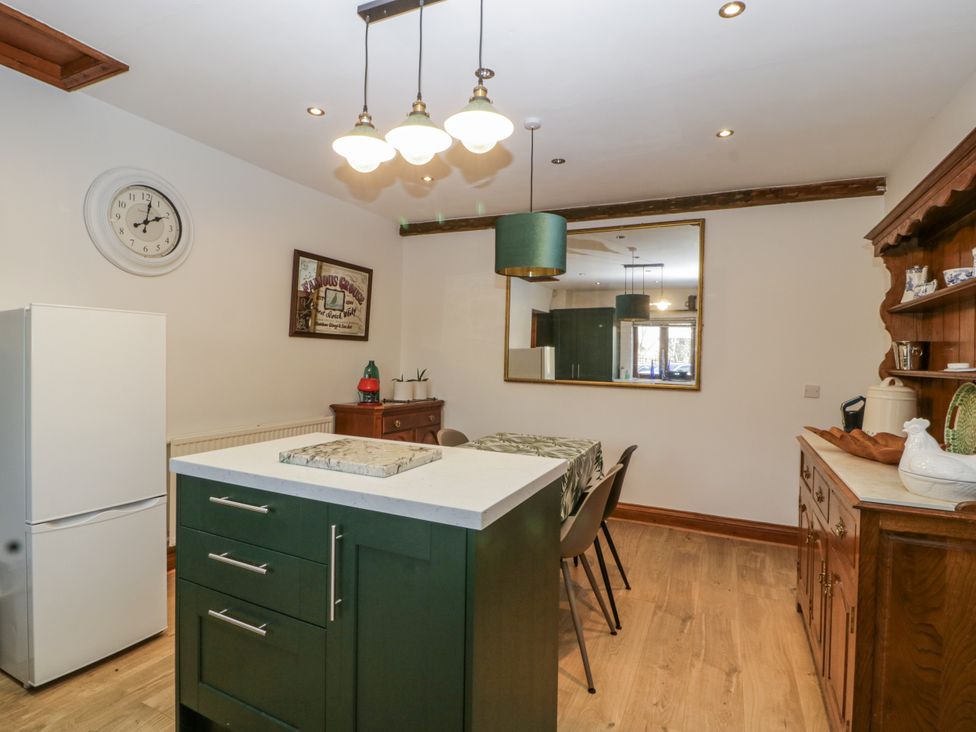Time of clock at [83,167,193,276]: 2:01
